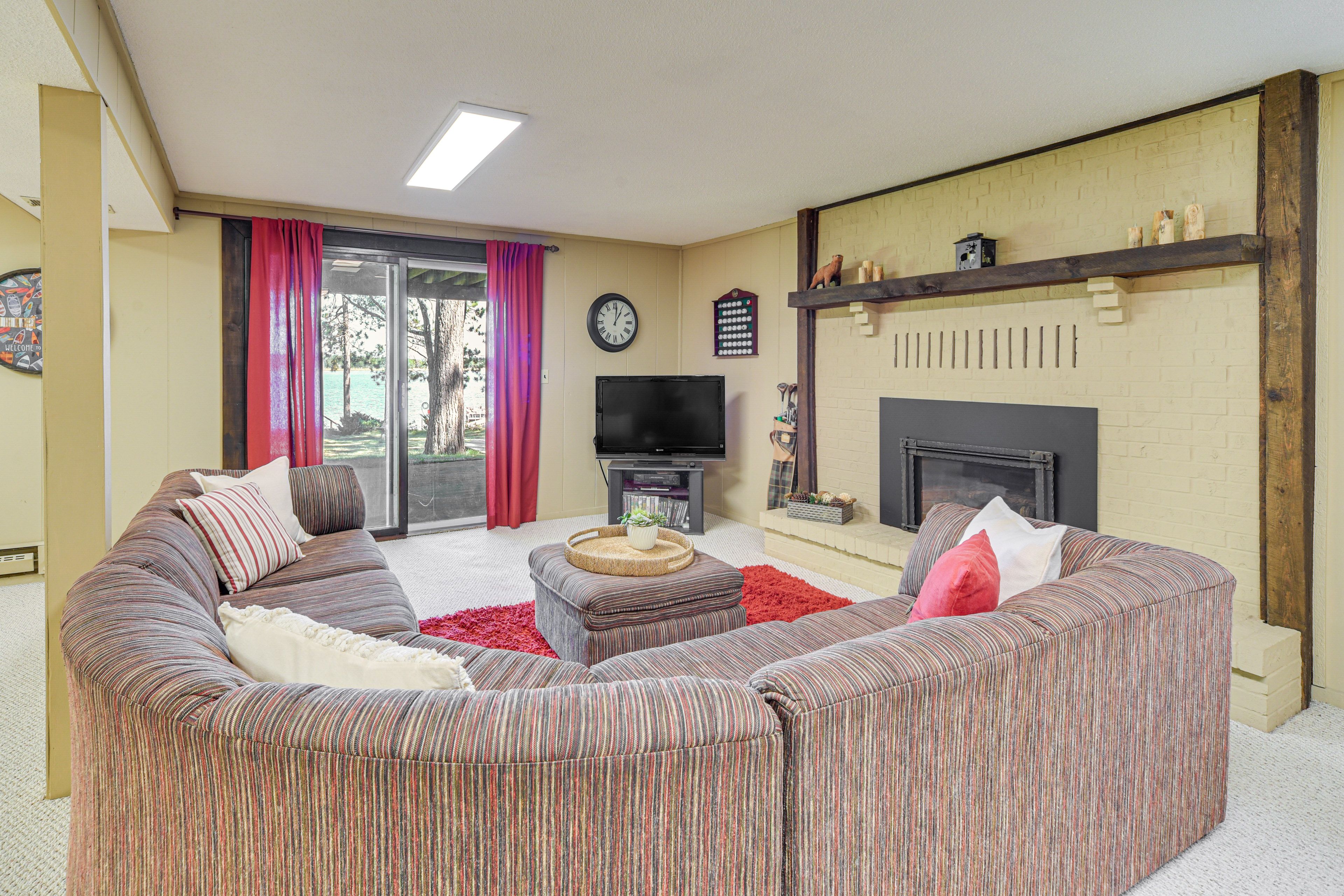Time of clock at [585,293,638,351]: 1:01
